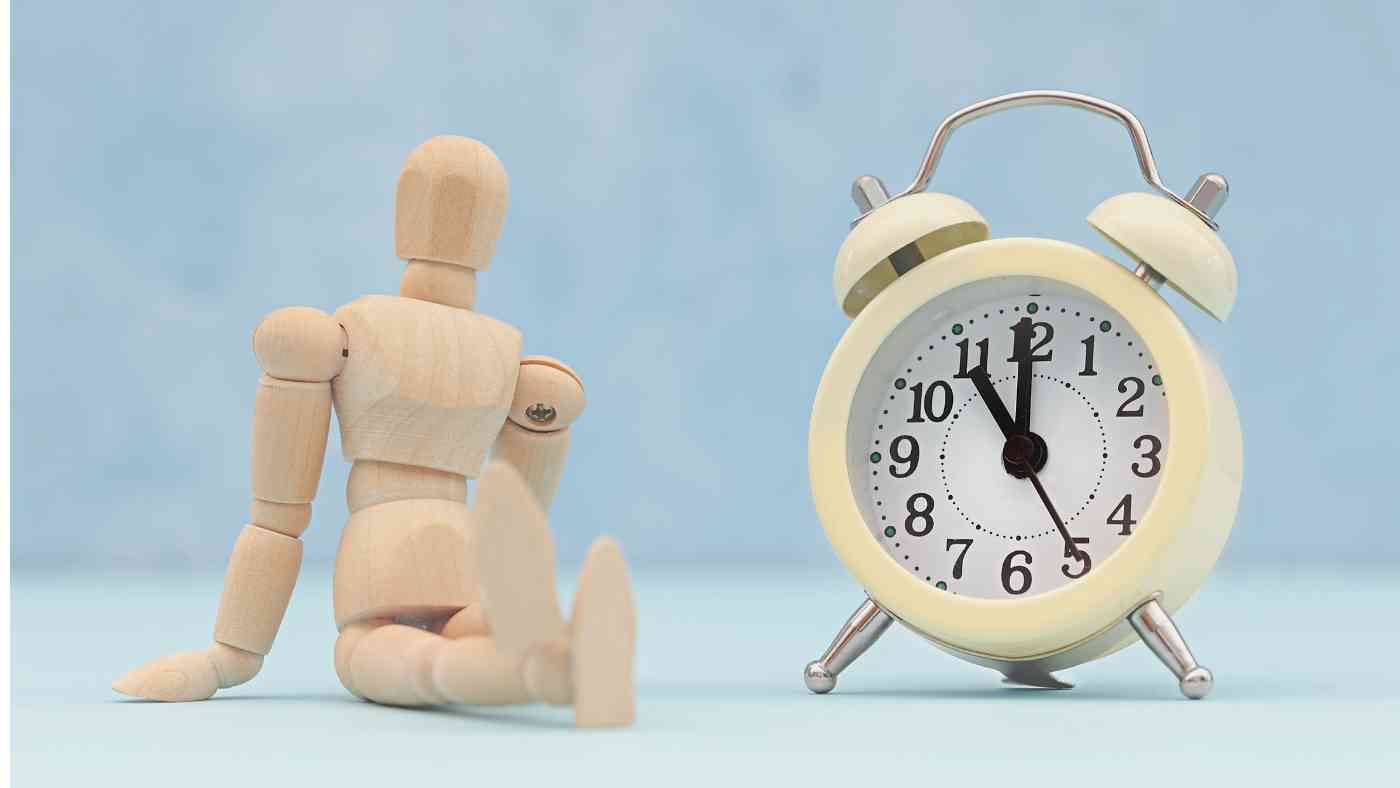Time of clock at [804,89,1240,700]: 10:59
